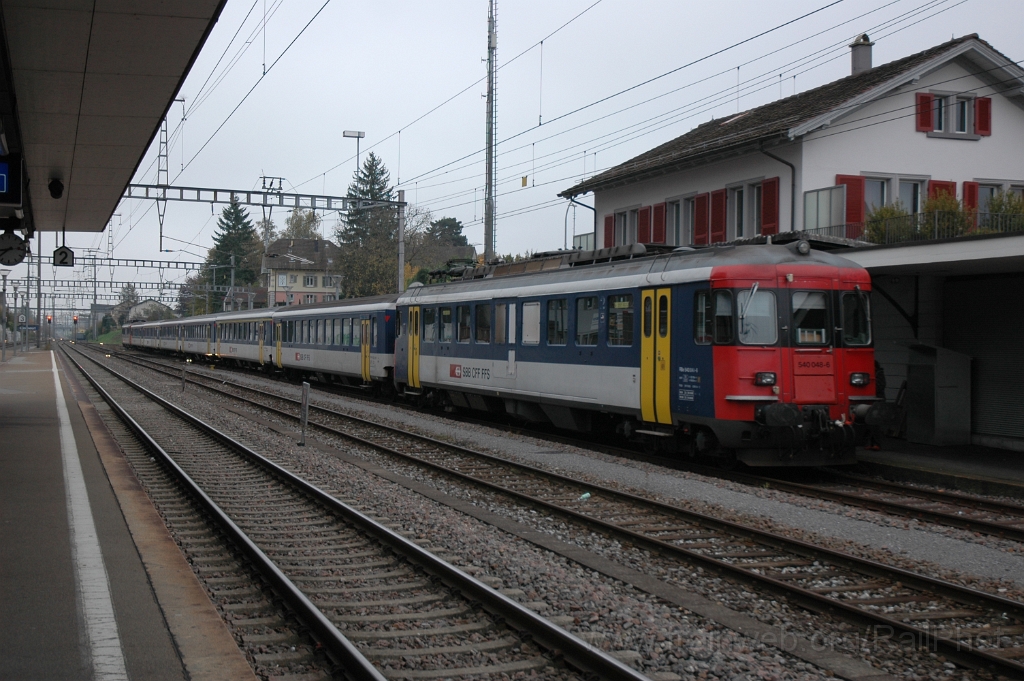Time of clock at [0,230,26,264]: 2:38
